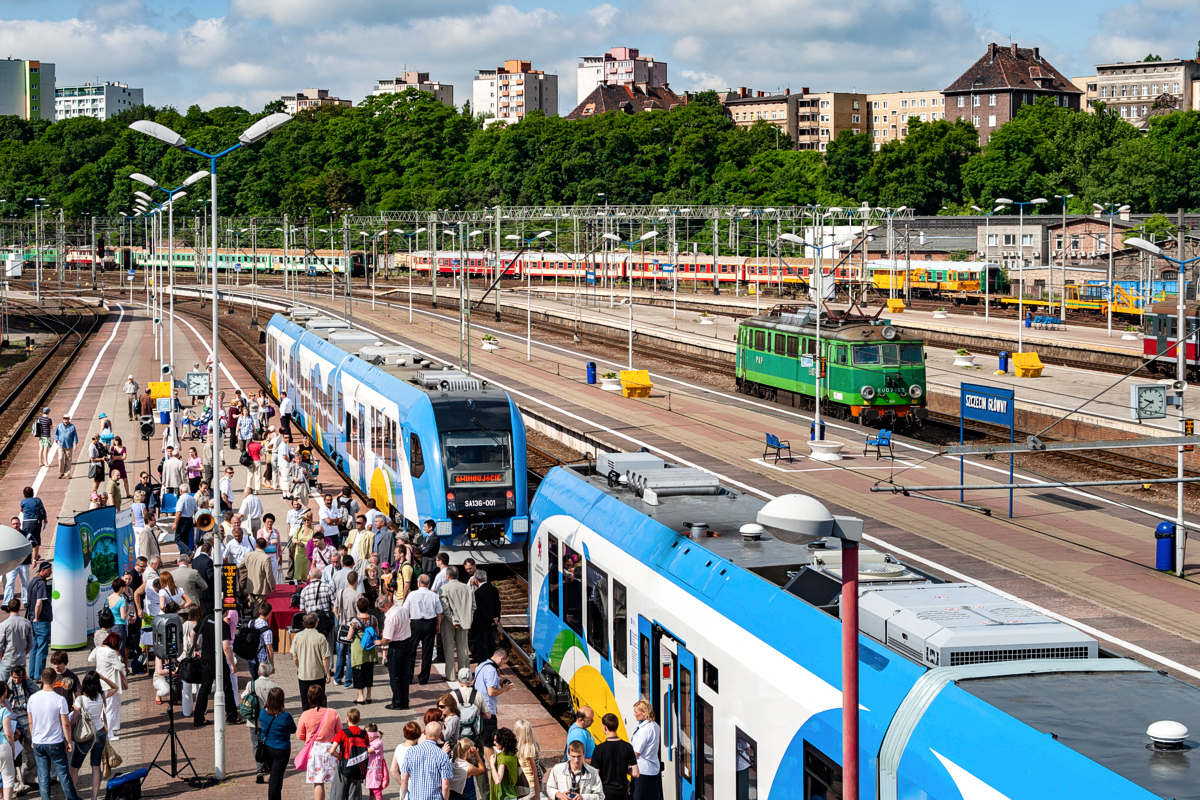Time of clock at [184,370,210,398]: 9:40
